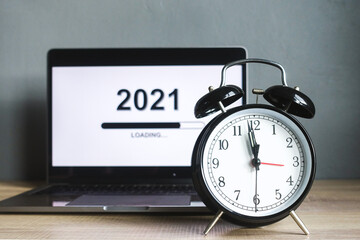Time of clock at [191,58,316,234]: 11:58
